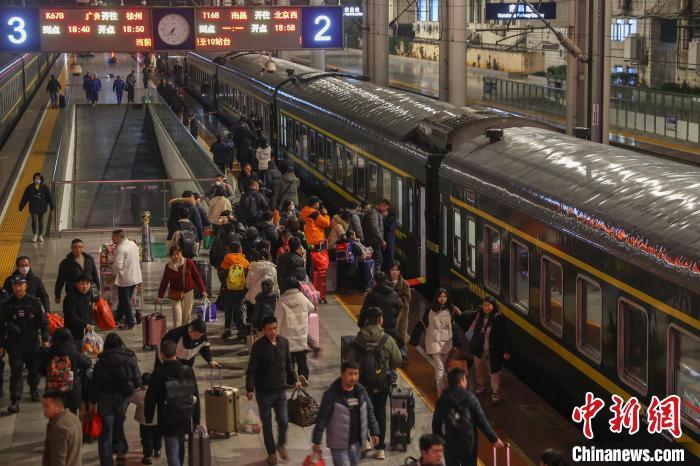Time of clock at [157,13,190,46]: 6:37
